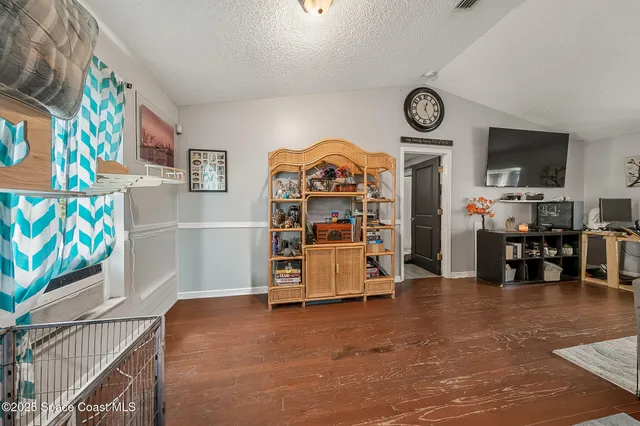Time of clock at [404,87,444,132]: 12:25
